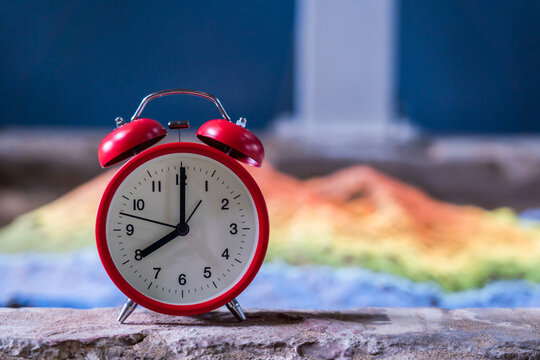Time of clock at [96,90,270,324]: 8:00
